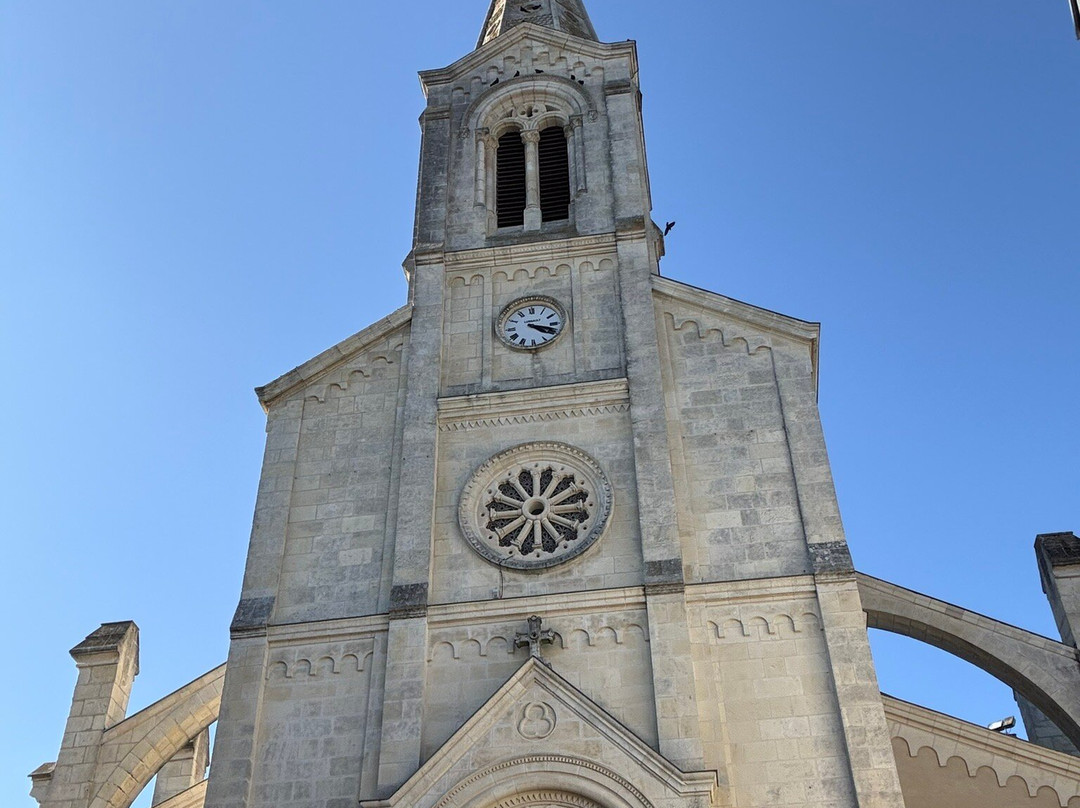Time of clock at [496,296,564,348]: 4:18
